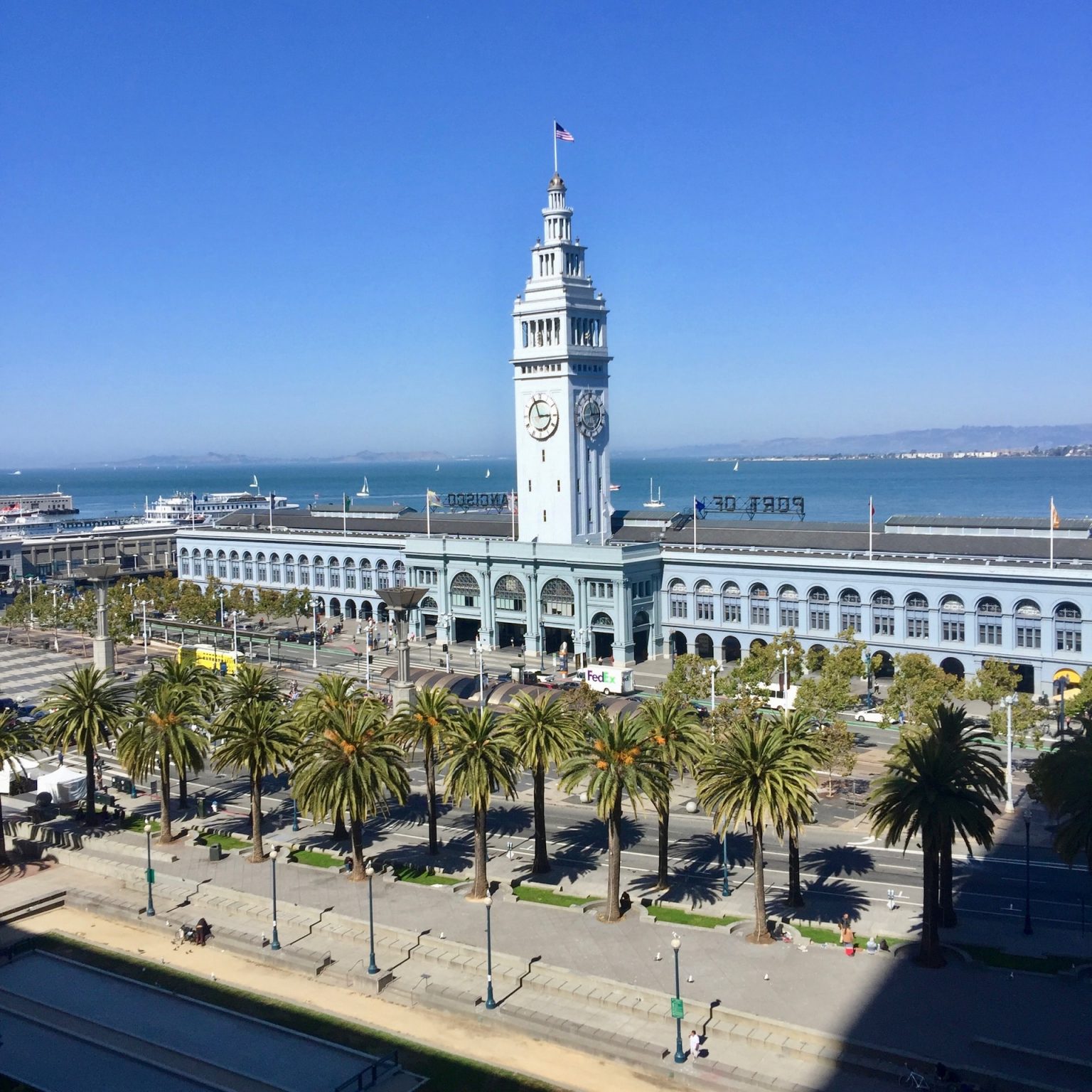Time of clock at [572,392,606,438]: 2:58
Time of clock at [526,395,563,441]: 2:56
